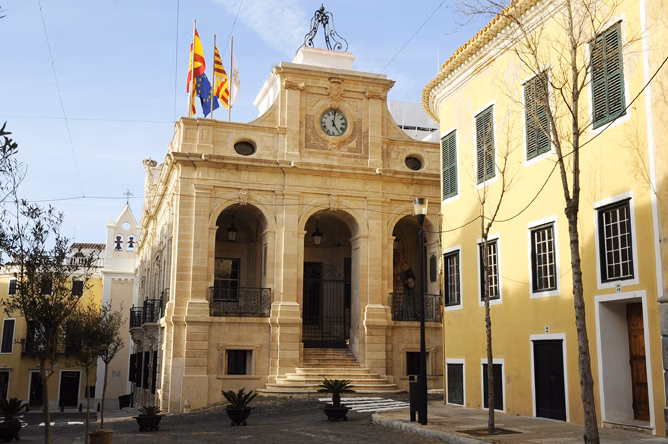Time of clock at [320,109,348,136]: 5:01
